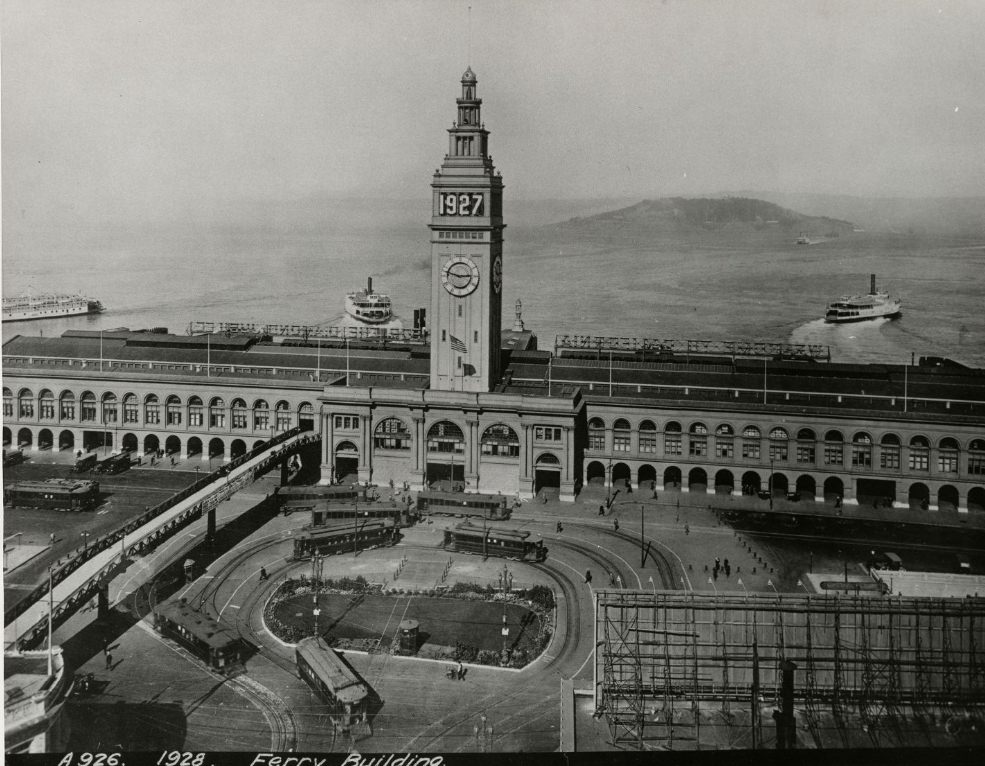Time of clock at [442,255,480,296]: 2:48
